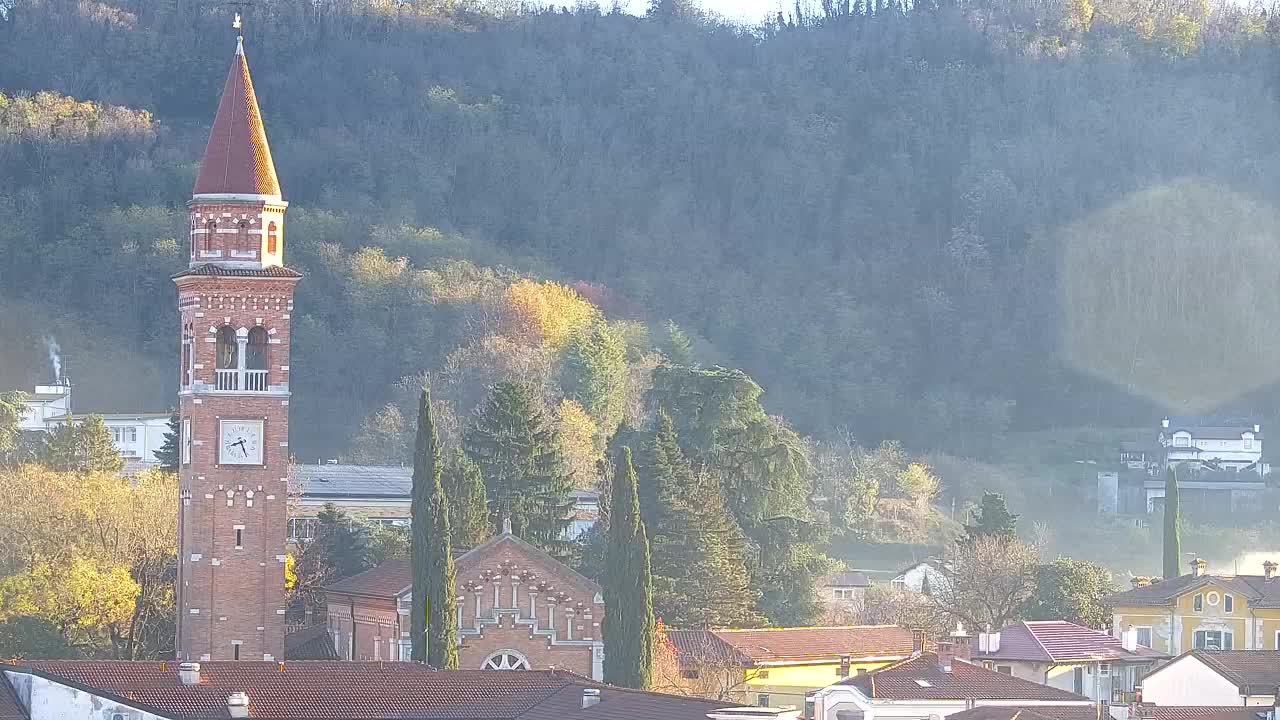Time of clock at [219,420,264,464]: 8:26
